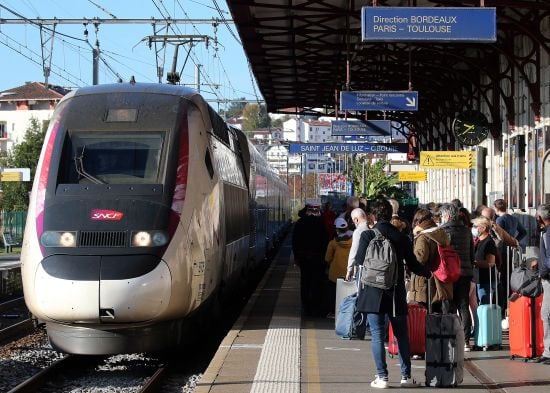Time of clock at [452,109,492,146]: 9:39
